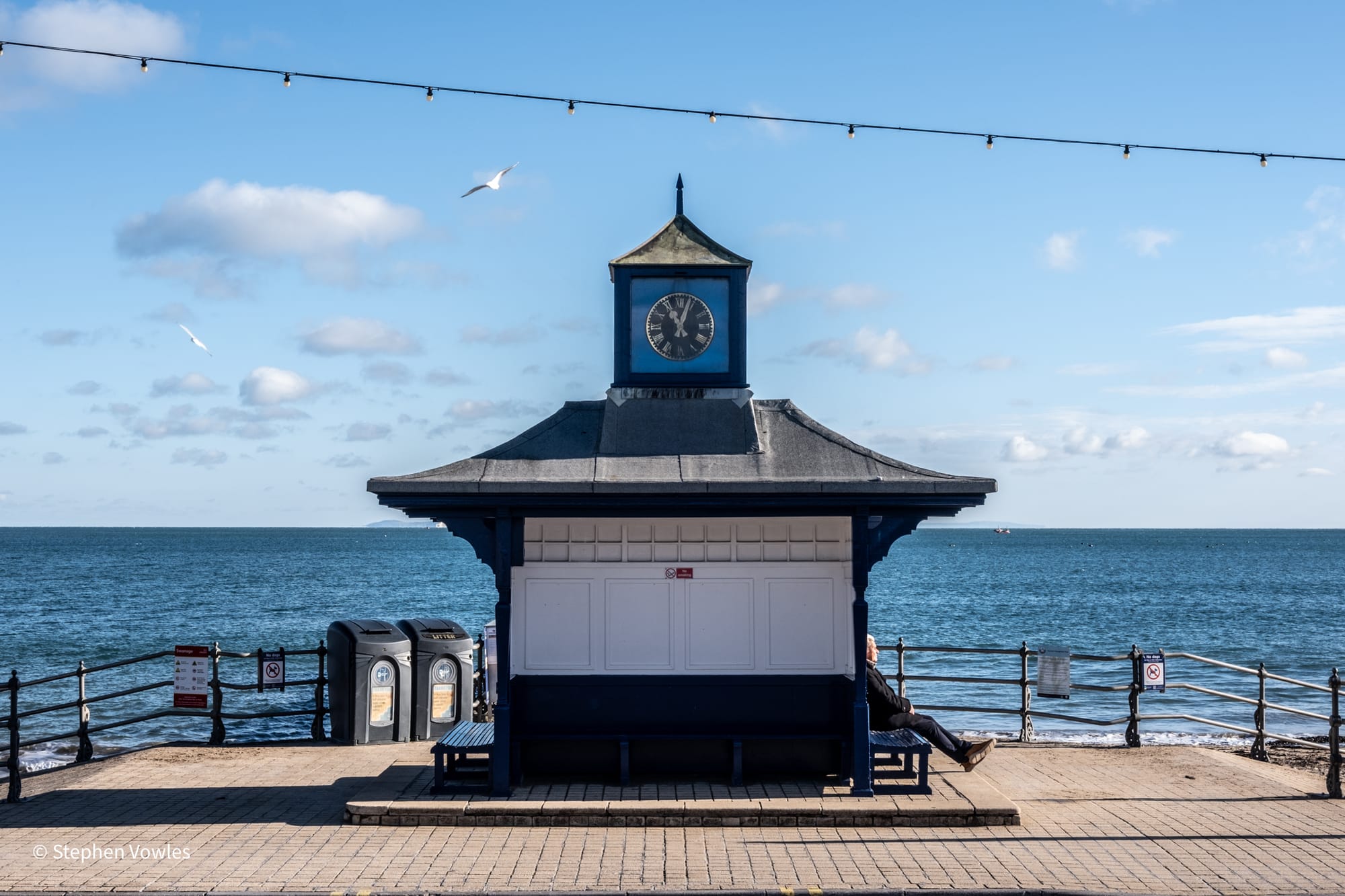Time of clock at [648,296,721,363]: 11:03
